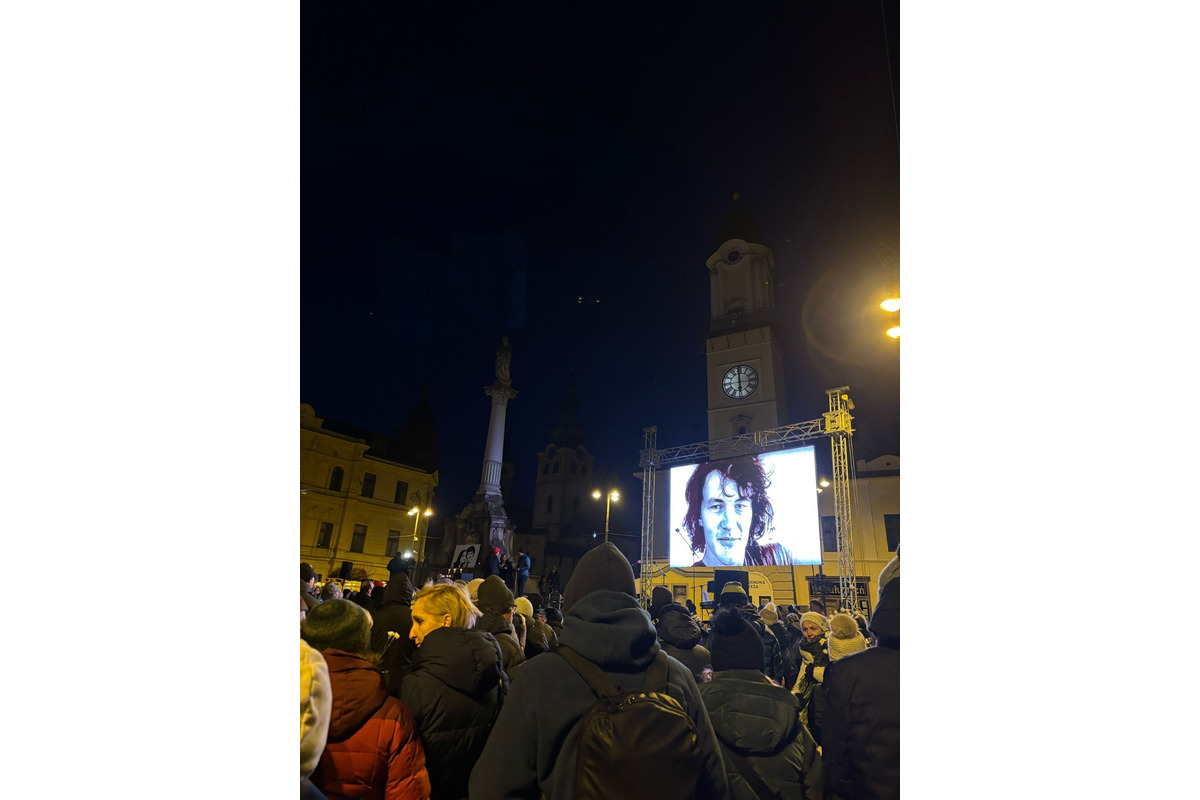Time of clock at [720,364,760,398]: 5:59
